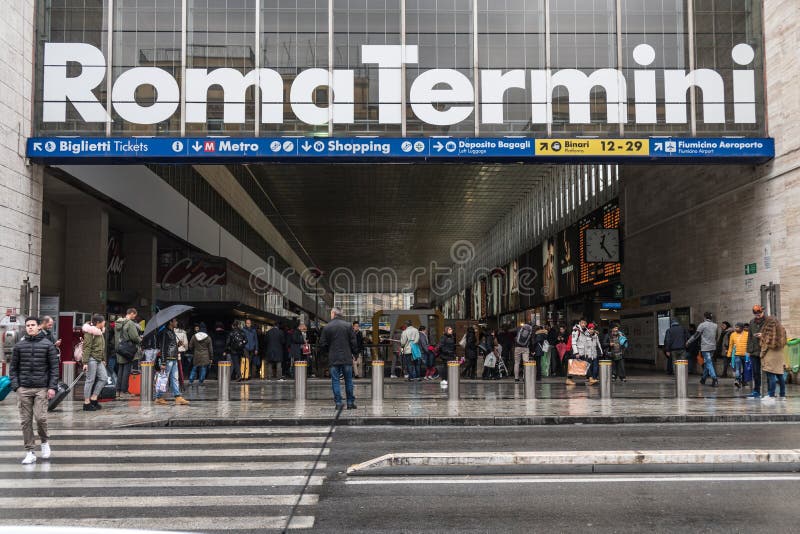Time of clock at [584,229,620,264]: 12:23
